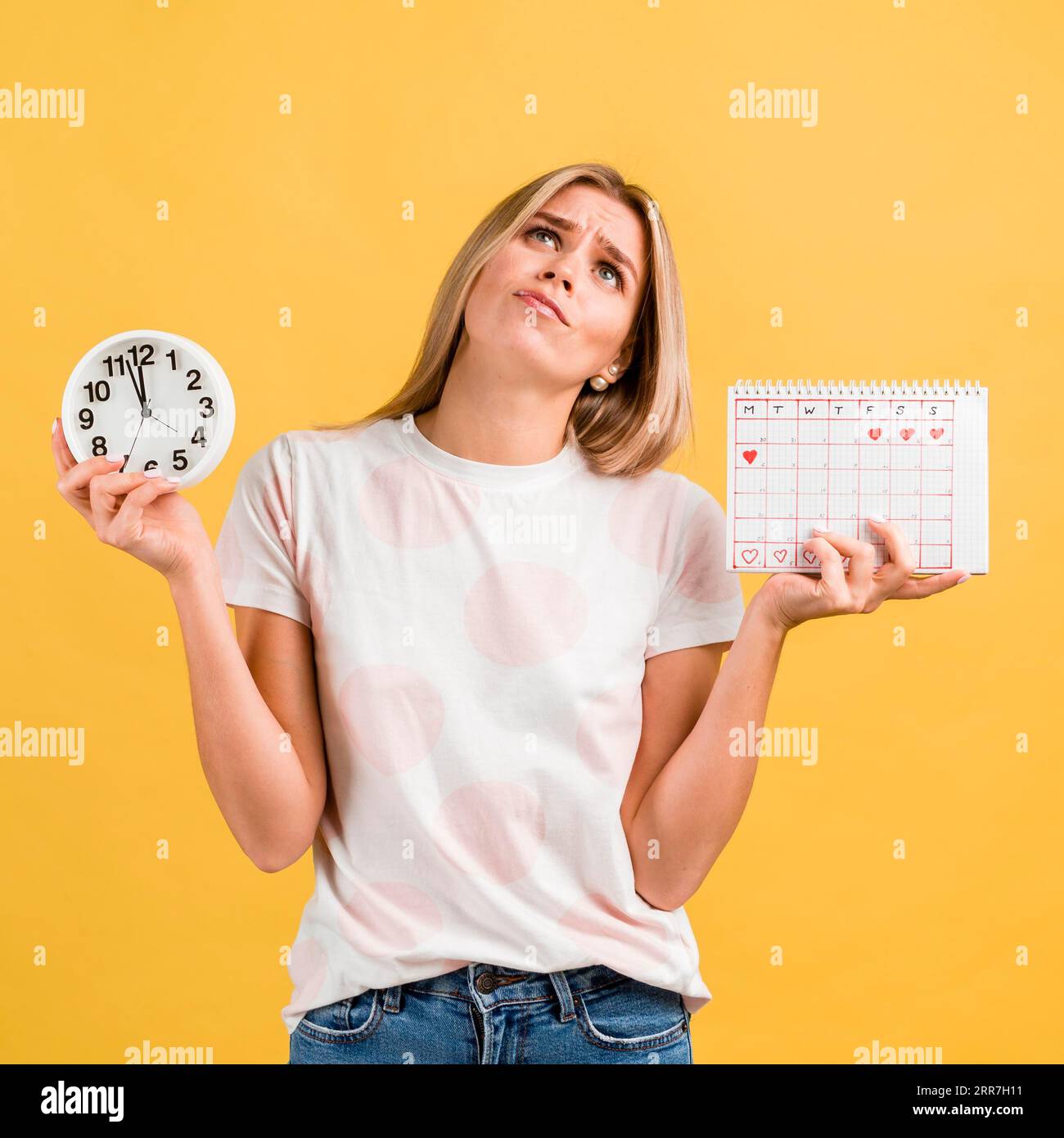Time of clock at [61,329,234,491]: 11:57
